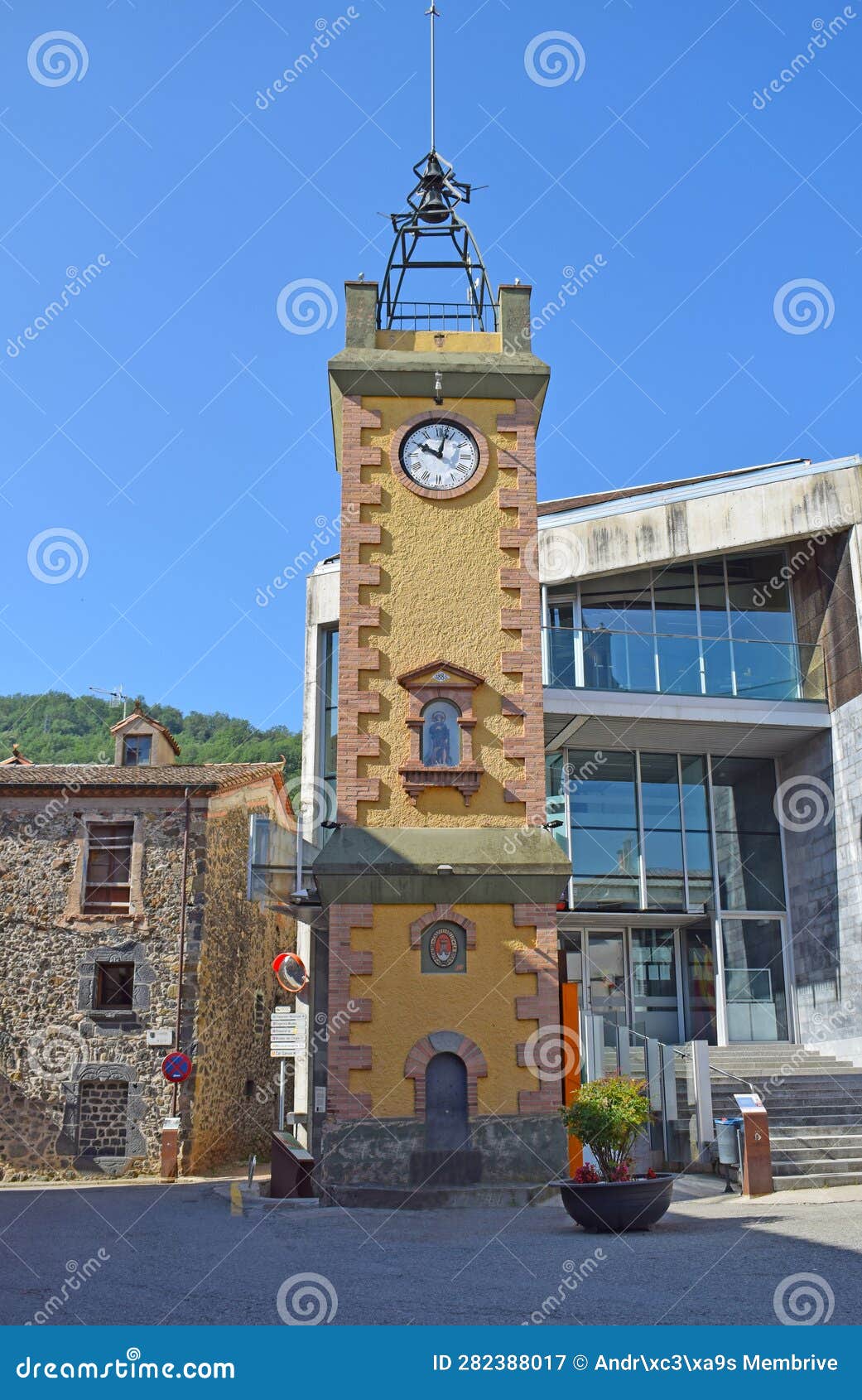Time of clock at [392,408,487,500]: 10:02
